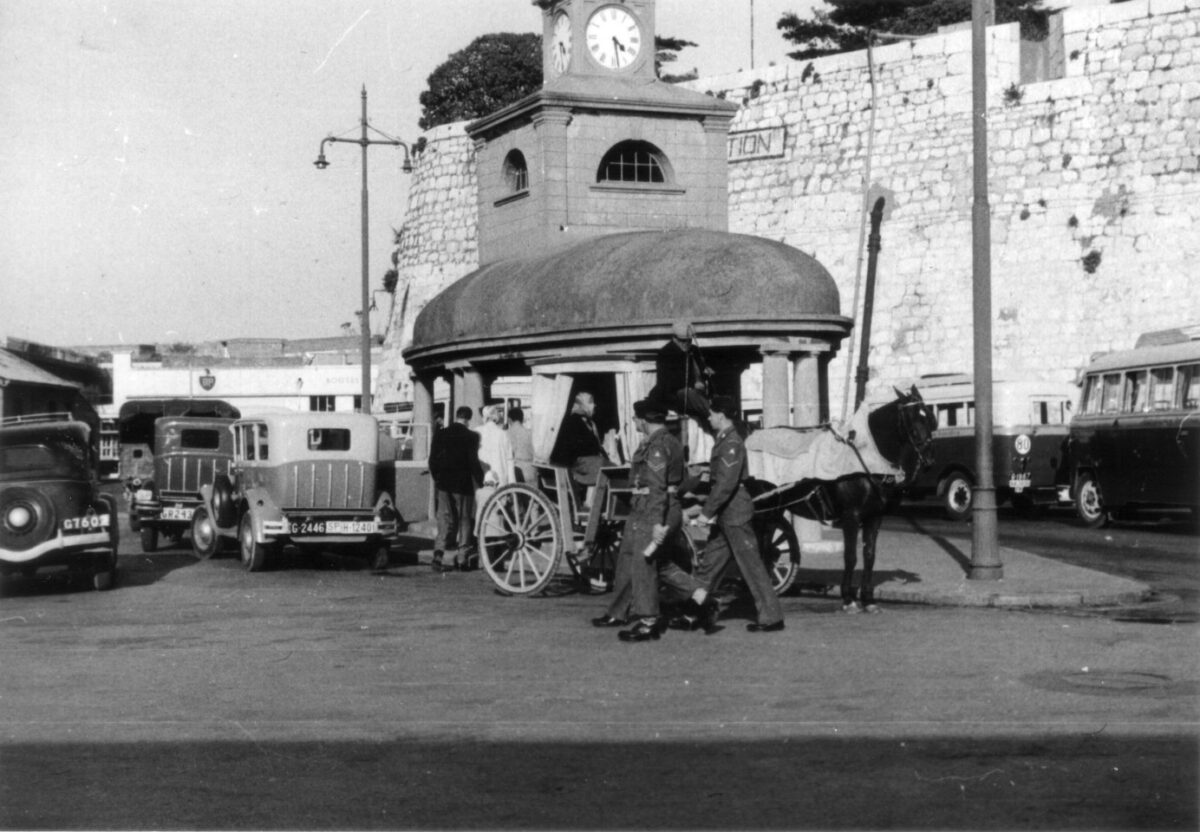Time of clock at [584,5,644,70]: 4:28
